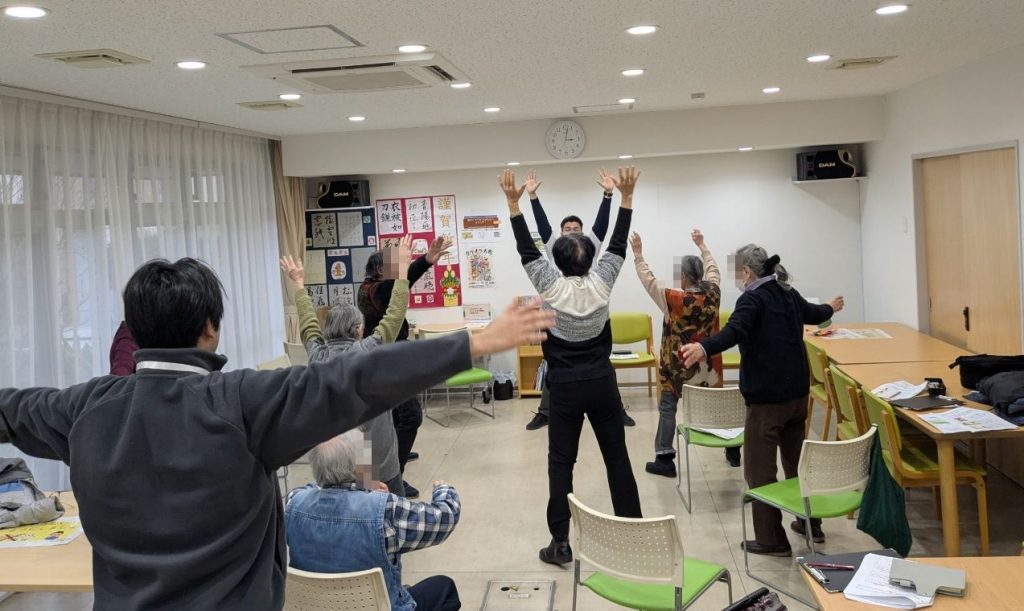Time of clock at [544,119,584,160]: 3:02
